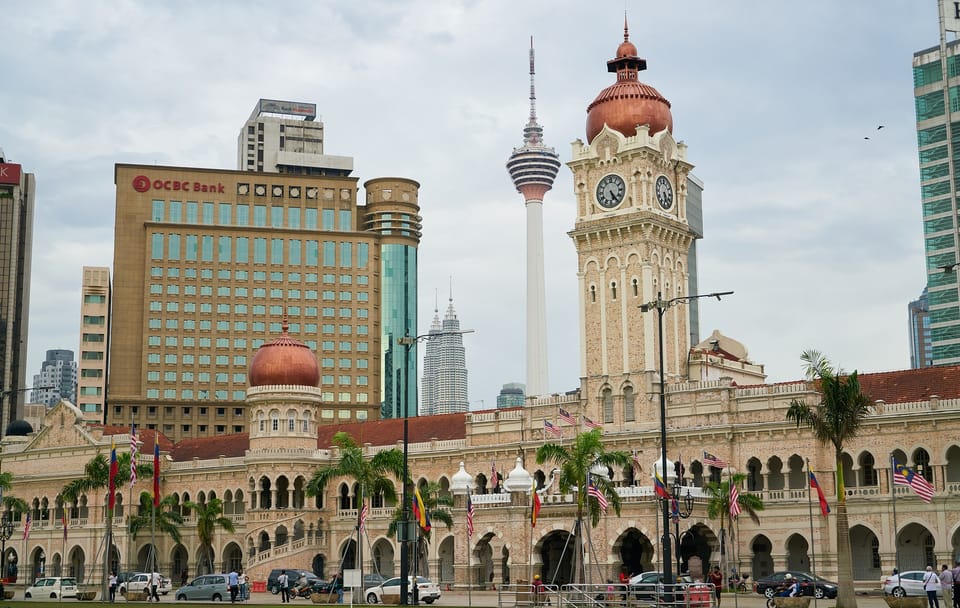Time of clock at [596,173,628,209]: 5:24
